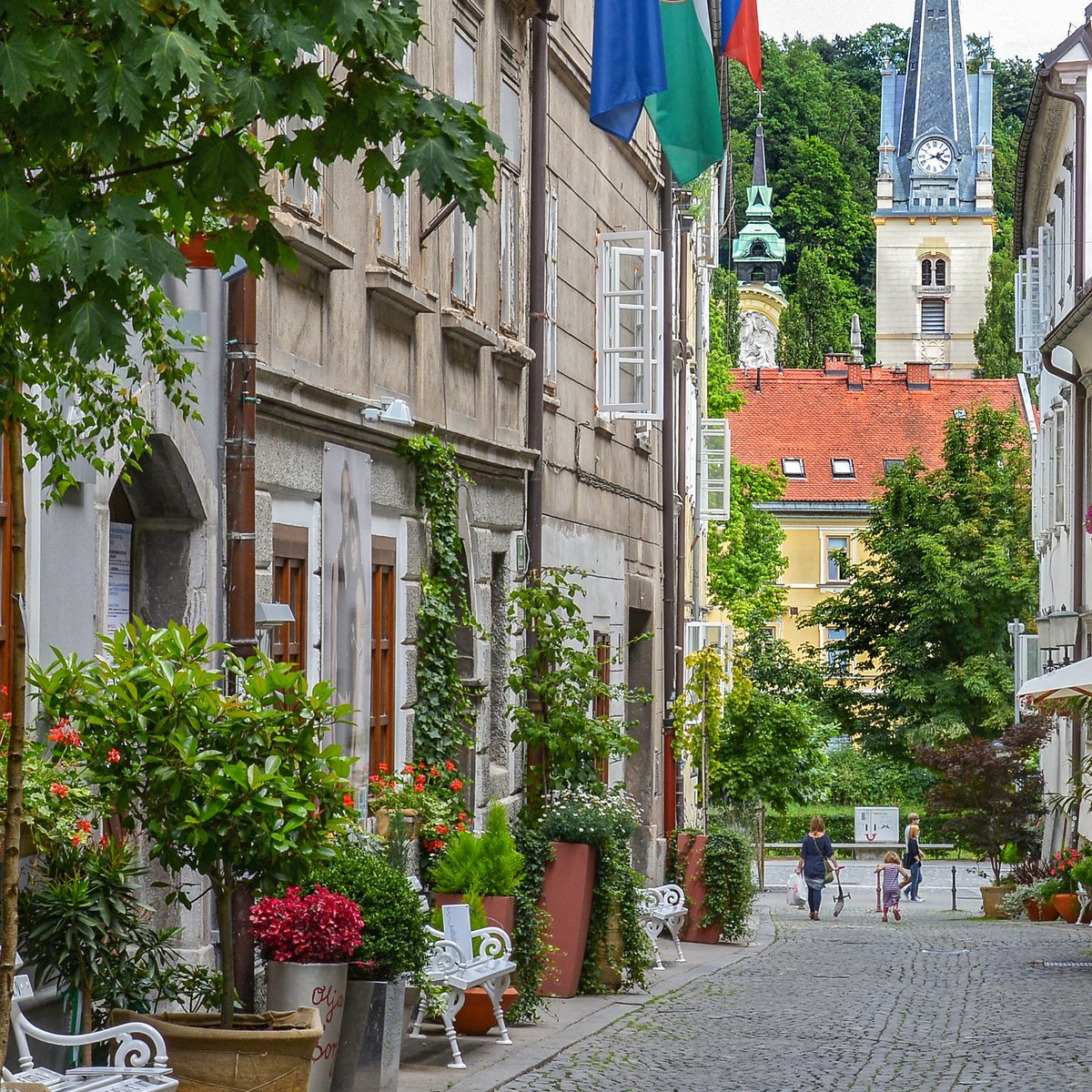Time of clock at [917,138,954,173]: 2:19
